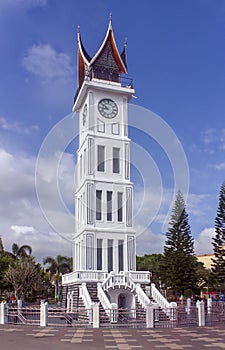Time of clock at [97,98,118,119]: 8:51
